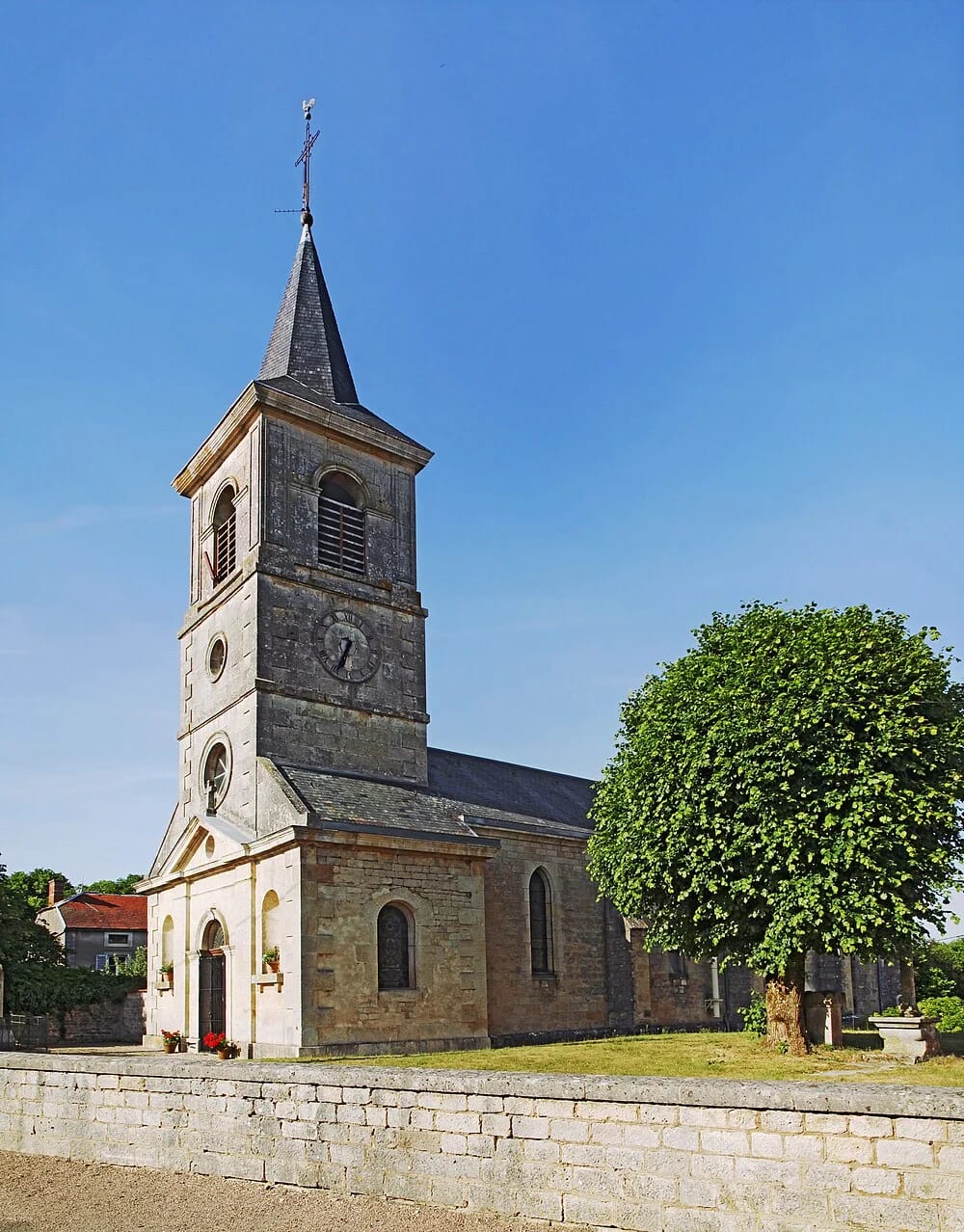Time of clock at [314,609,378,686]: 6:34
